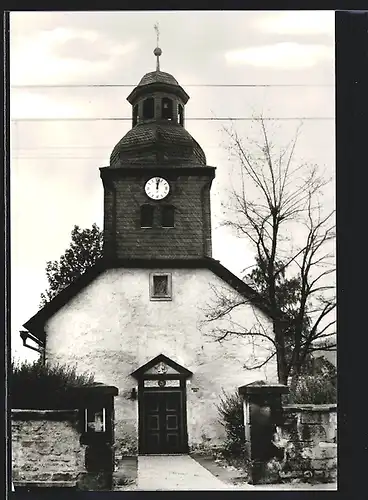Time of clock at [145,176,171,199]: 12:02
